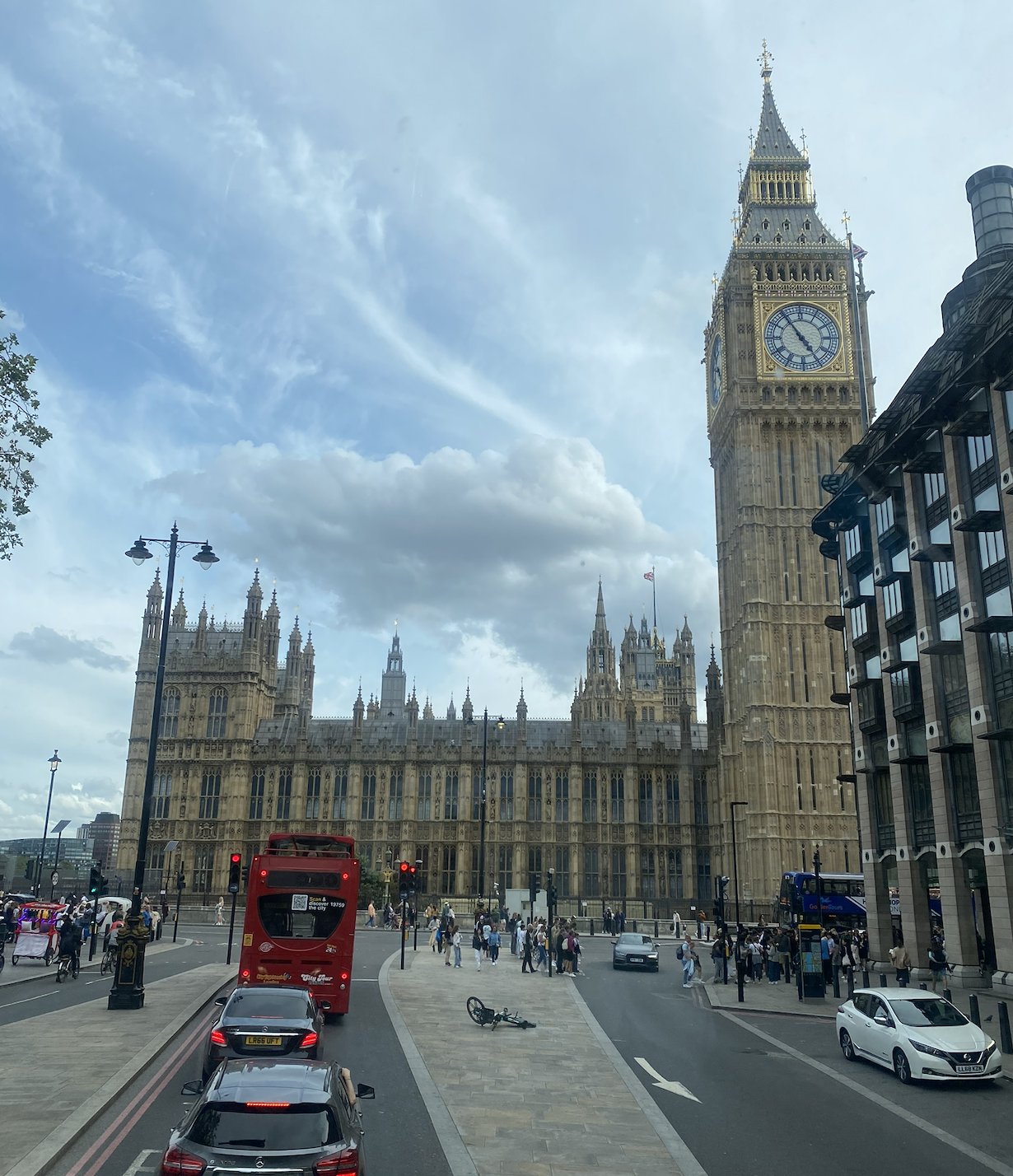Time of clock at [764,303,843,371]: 4:54
